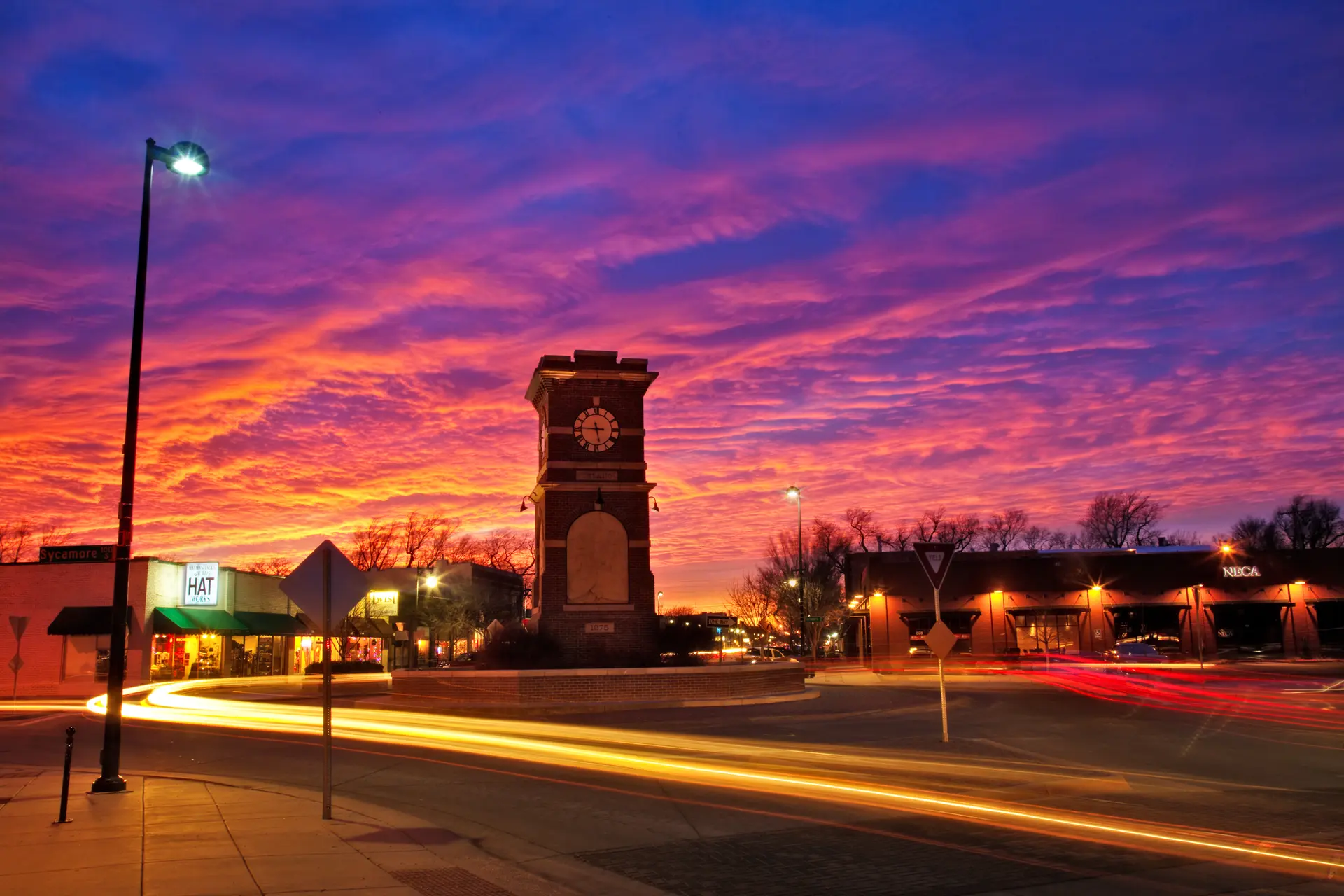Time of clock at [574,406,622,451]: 5:45
